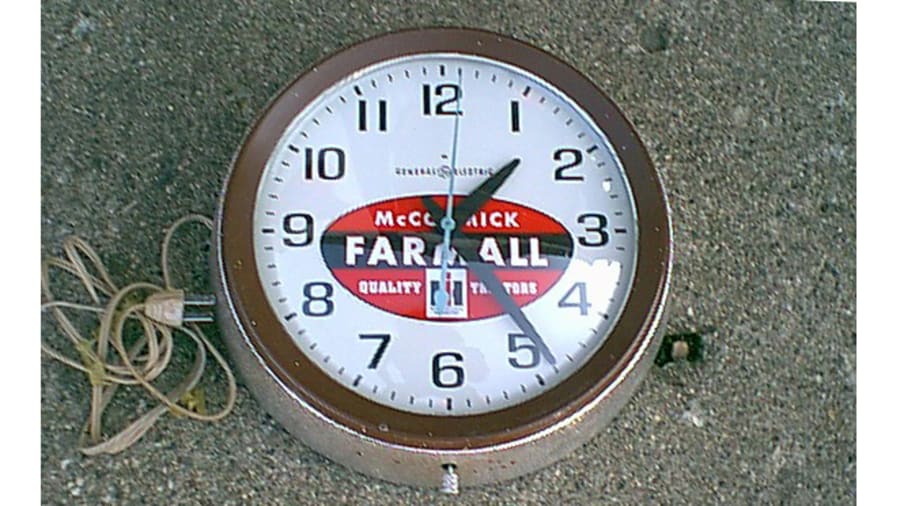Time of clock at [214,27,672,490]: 1:23
